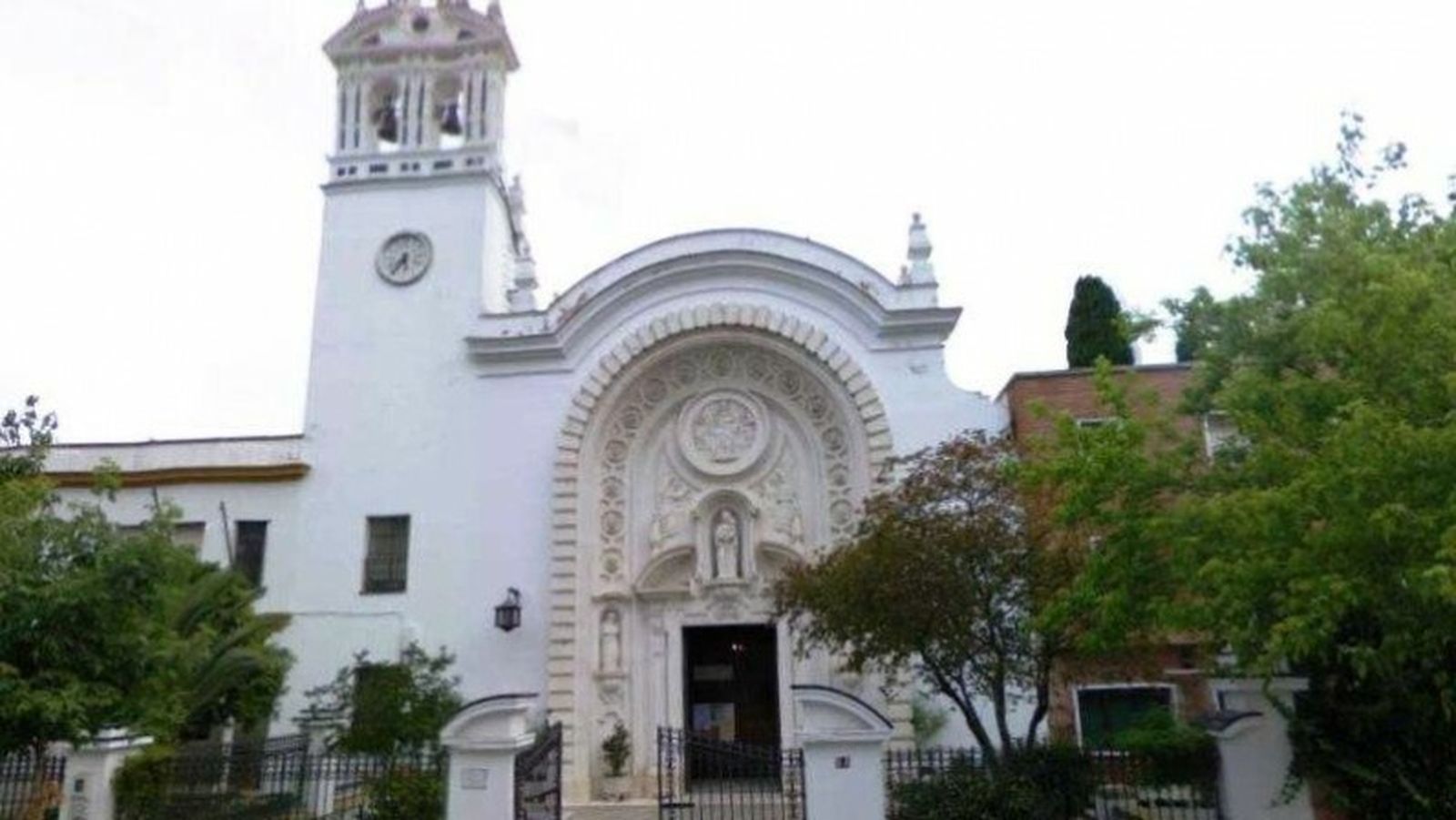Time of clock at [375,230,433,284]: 5:35
